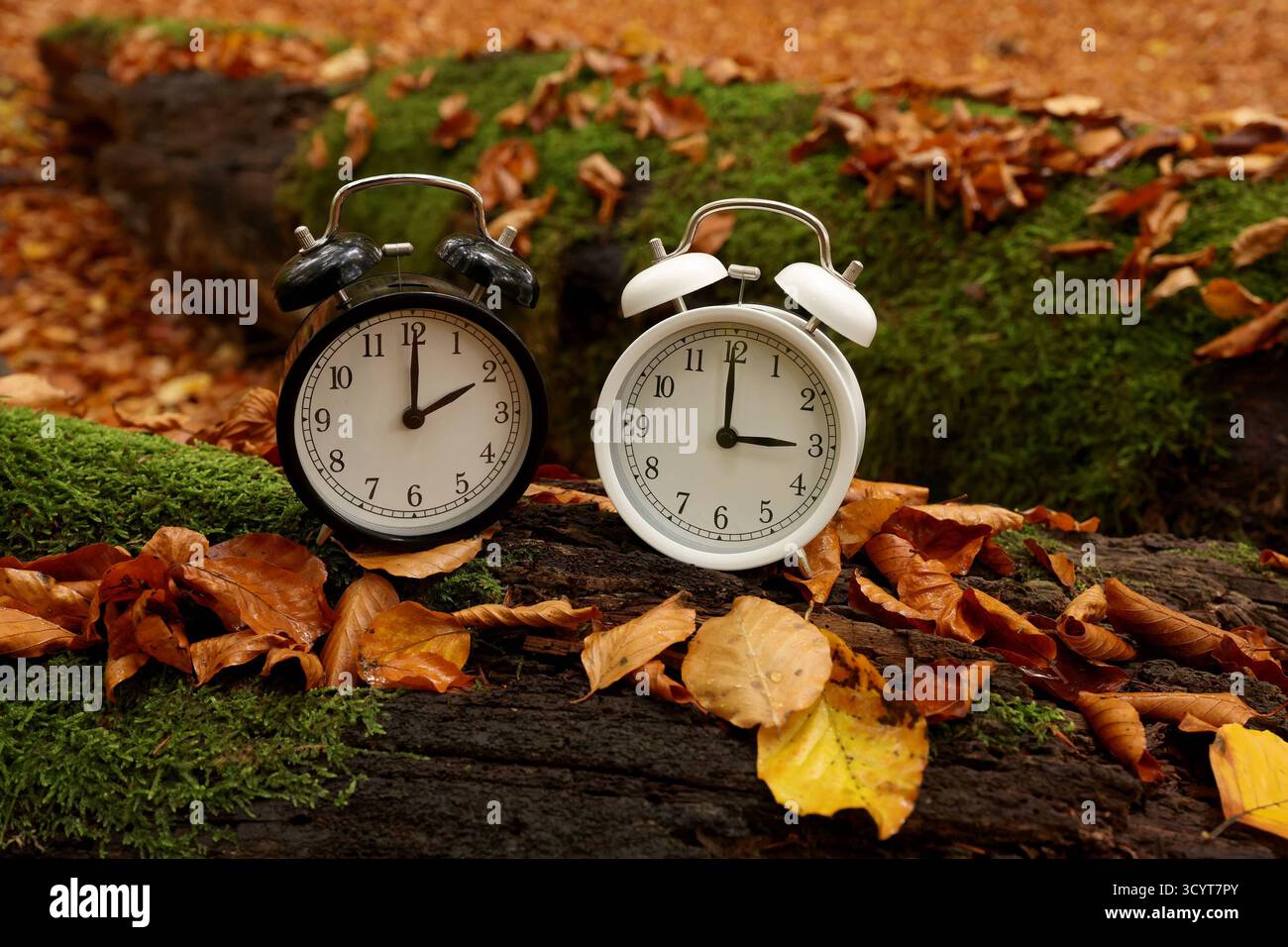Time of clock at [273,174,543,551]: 2:00
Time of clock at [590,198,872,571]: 2:59
